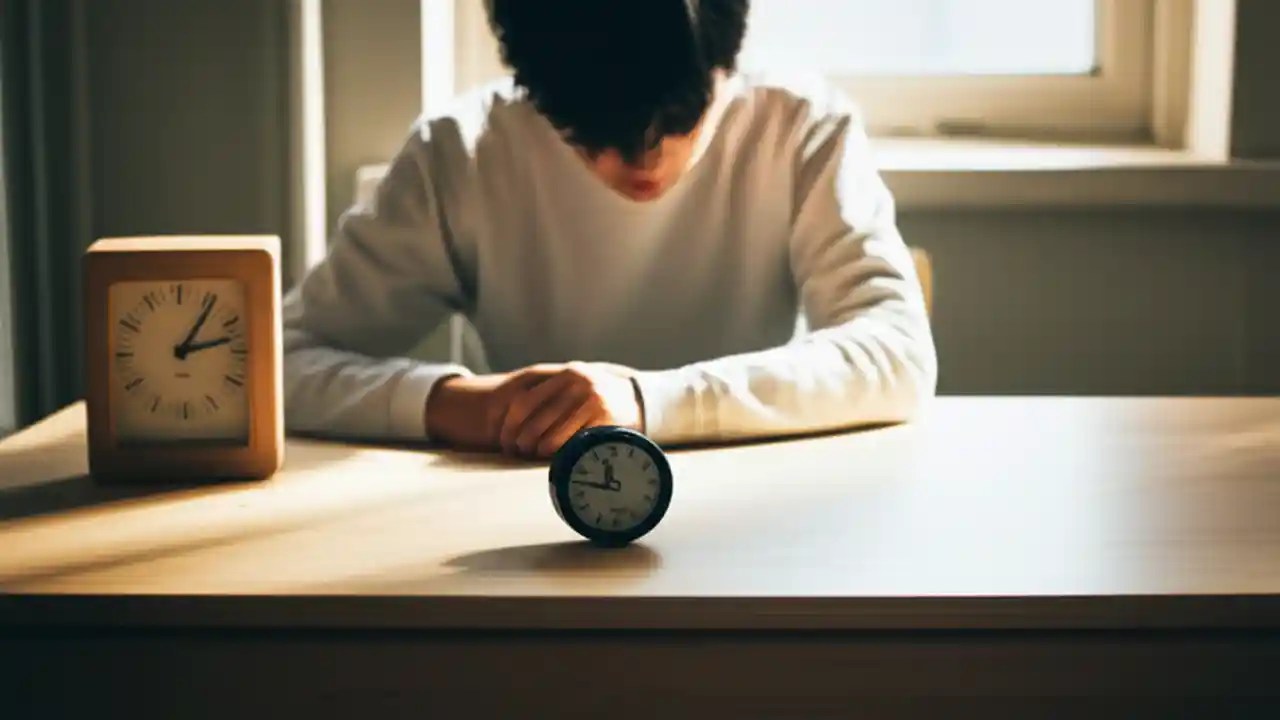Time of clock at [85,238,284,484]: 1:12
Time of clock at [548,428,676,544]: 11:47
